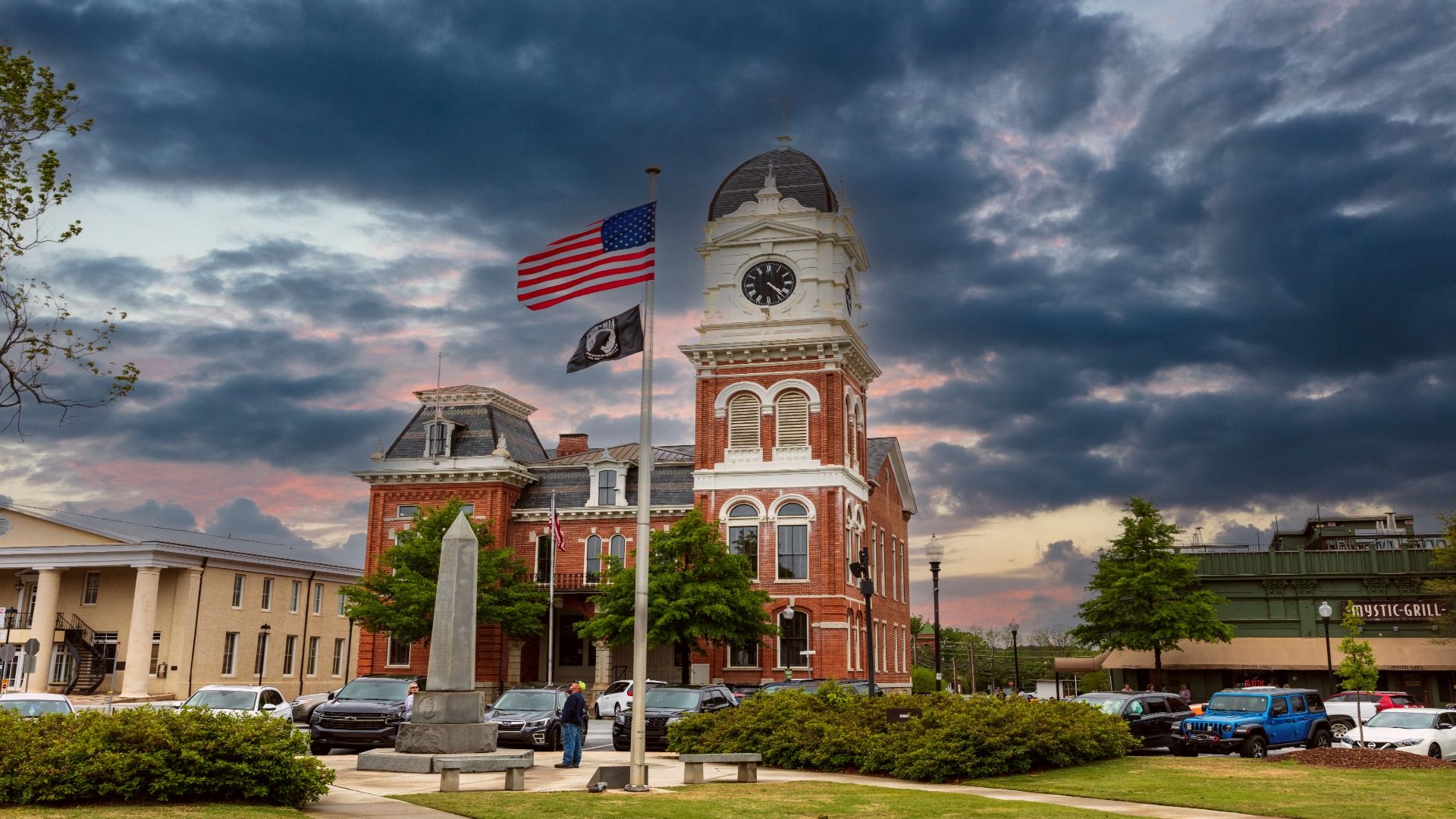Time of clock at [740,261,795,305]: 4:22
